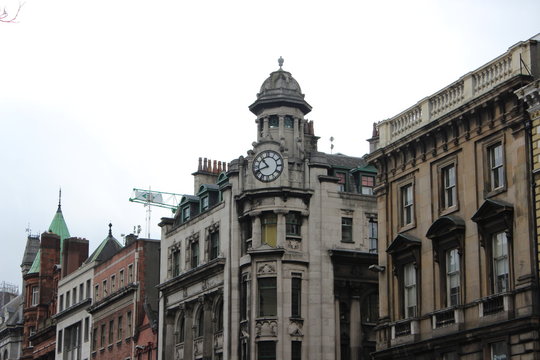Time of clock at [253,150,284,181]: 10:41
